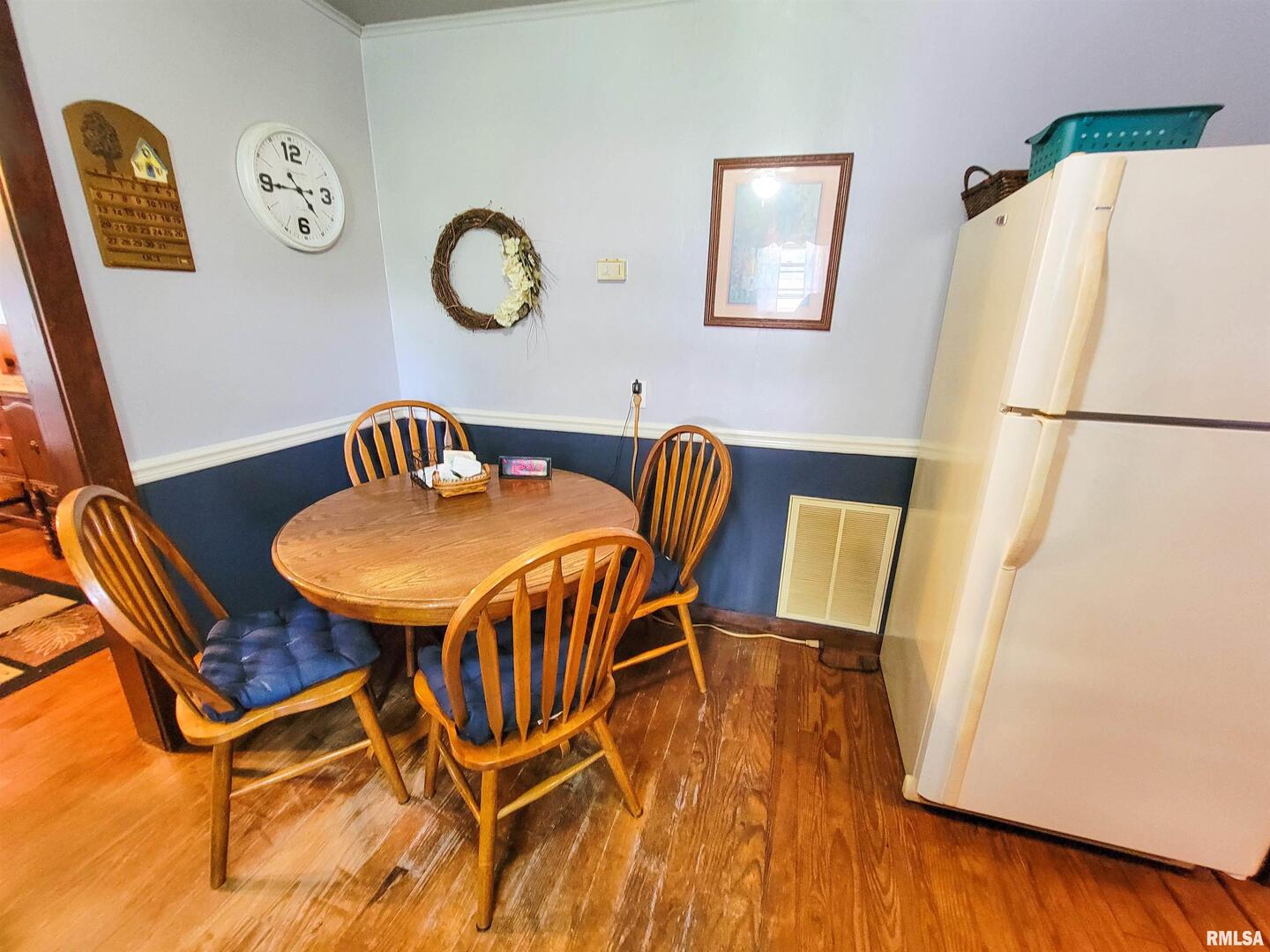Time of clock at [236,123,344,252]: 4:44
